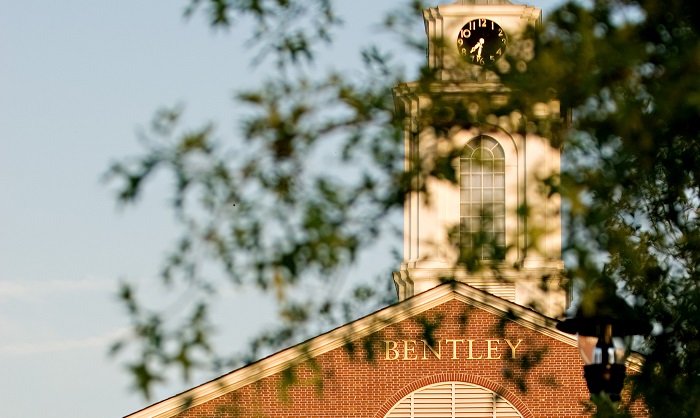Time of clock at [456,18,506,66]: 7:32
